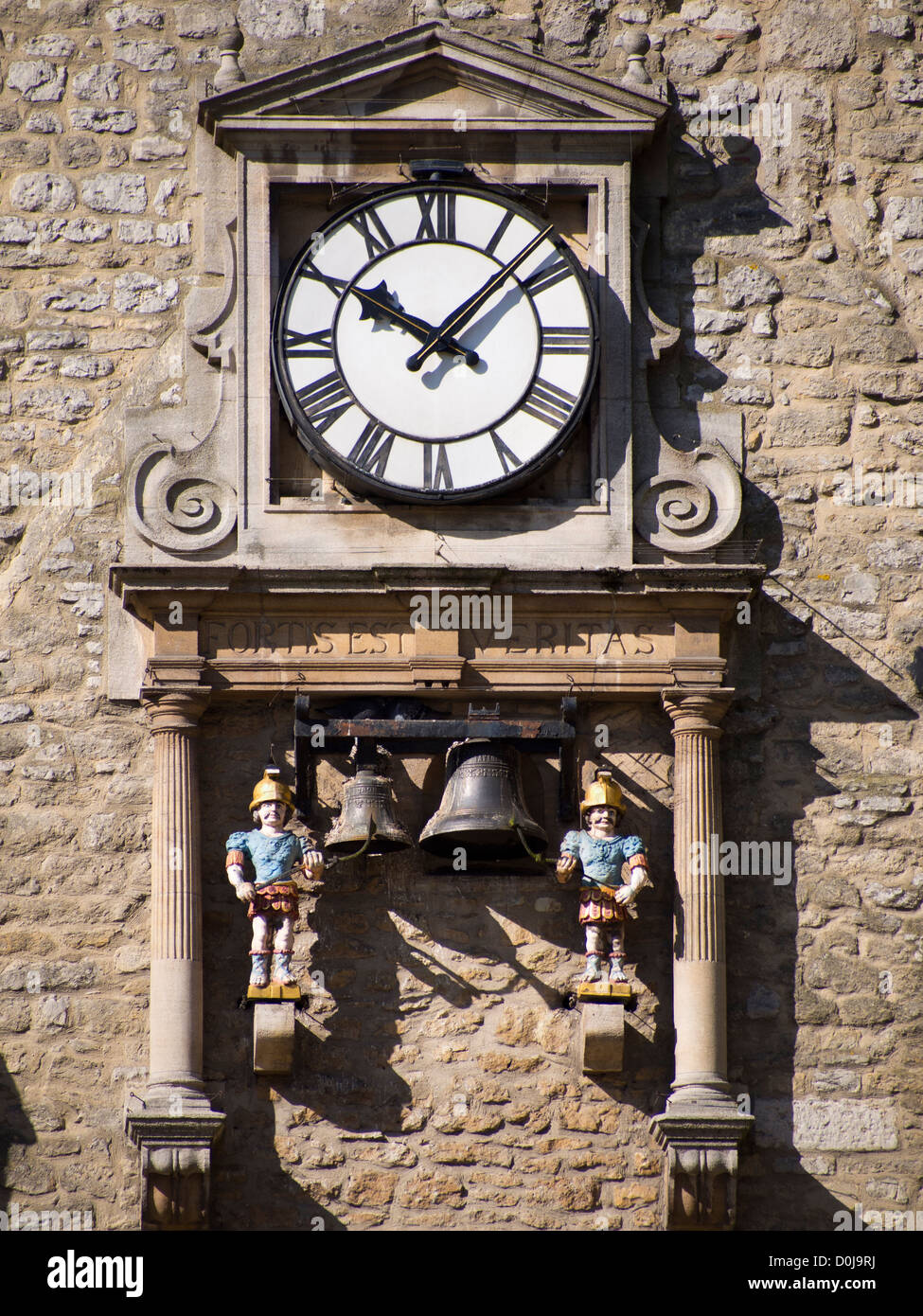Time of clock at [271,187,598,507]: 10:07
